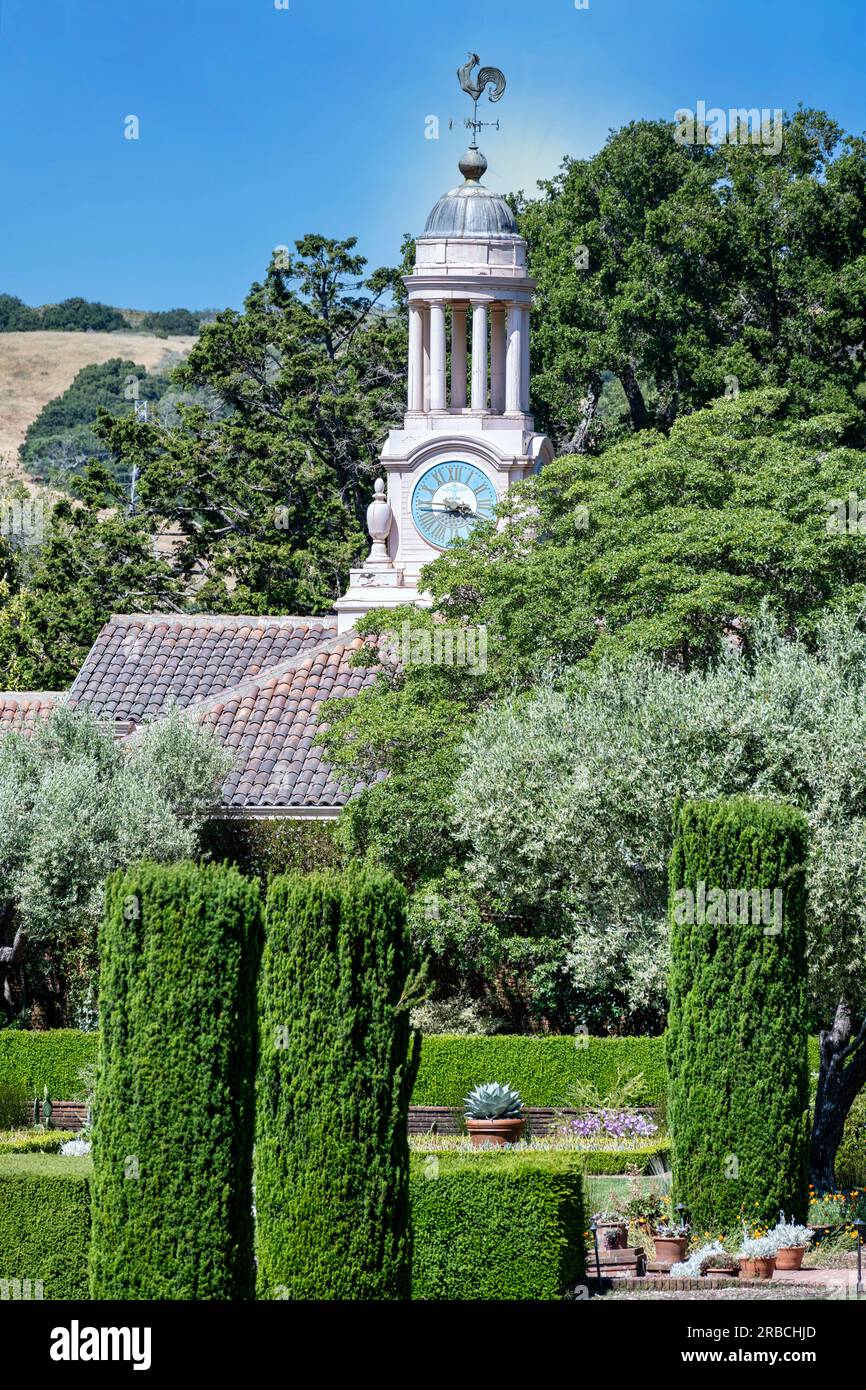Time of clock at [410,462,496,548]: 3:45
